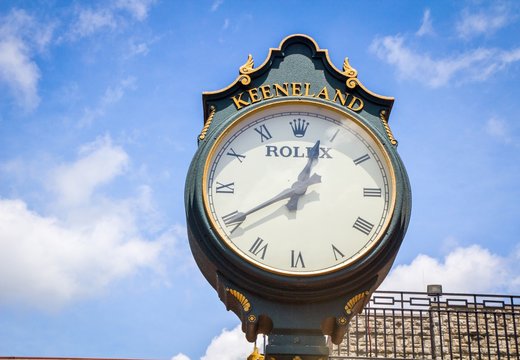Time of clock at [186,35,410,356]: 12:40
